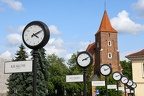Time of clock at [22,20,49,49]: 4:10
